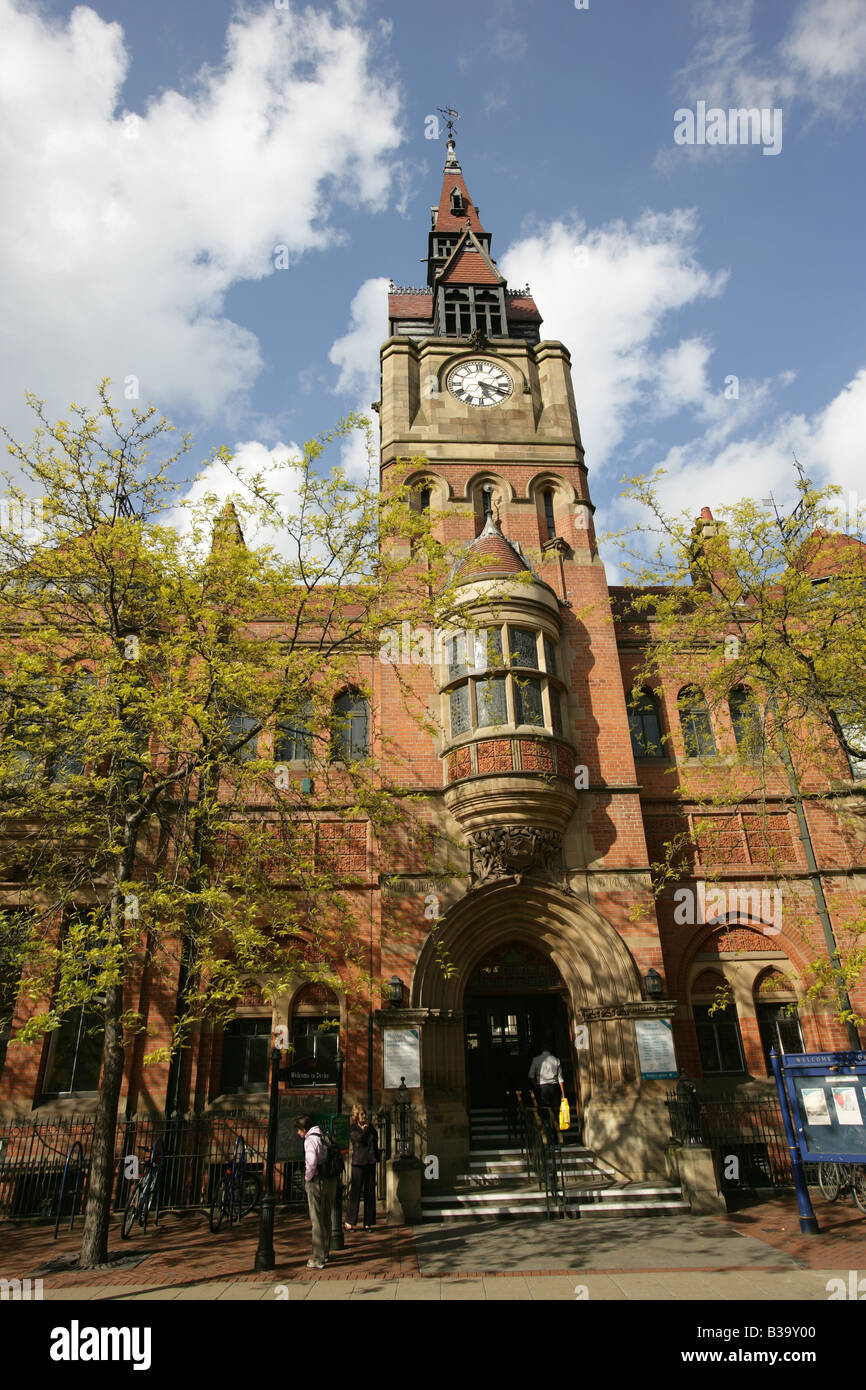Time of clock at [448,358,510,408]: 5:18
